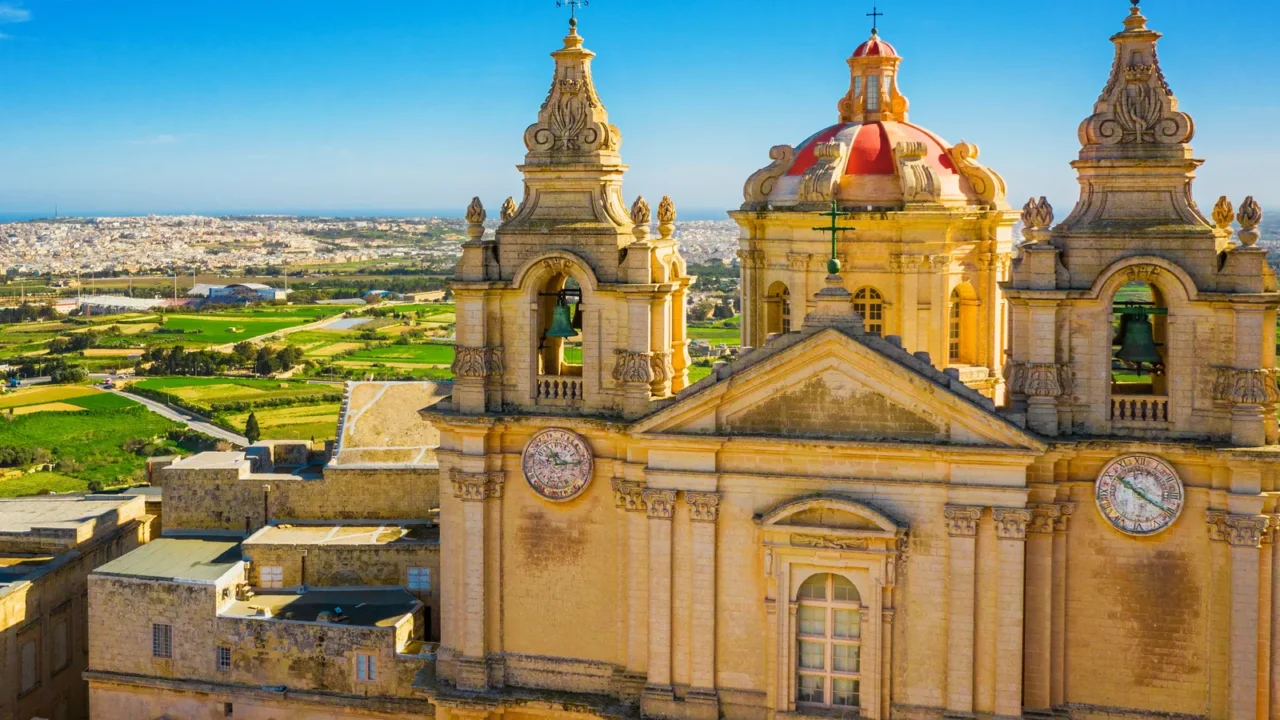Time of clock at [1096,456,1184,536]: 10:20
